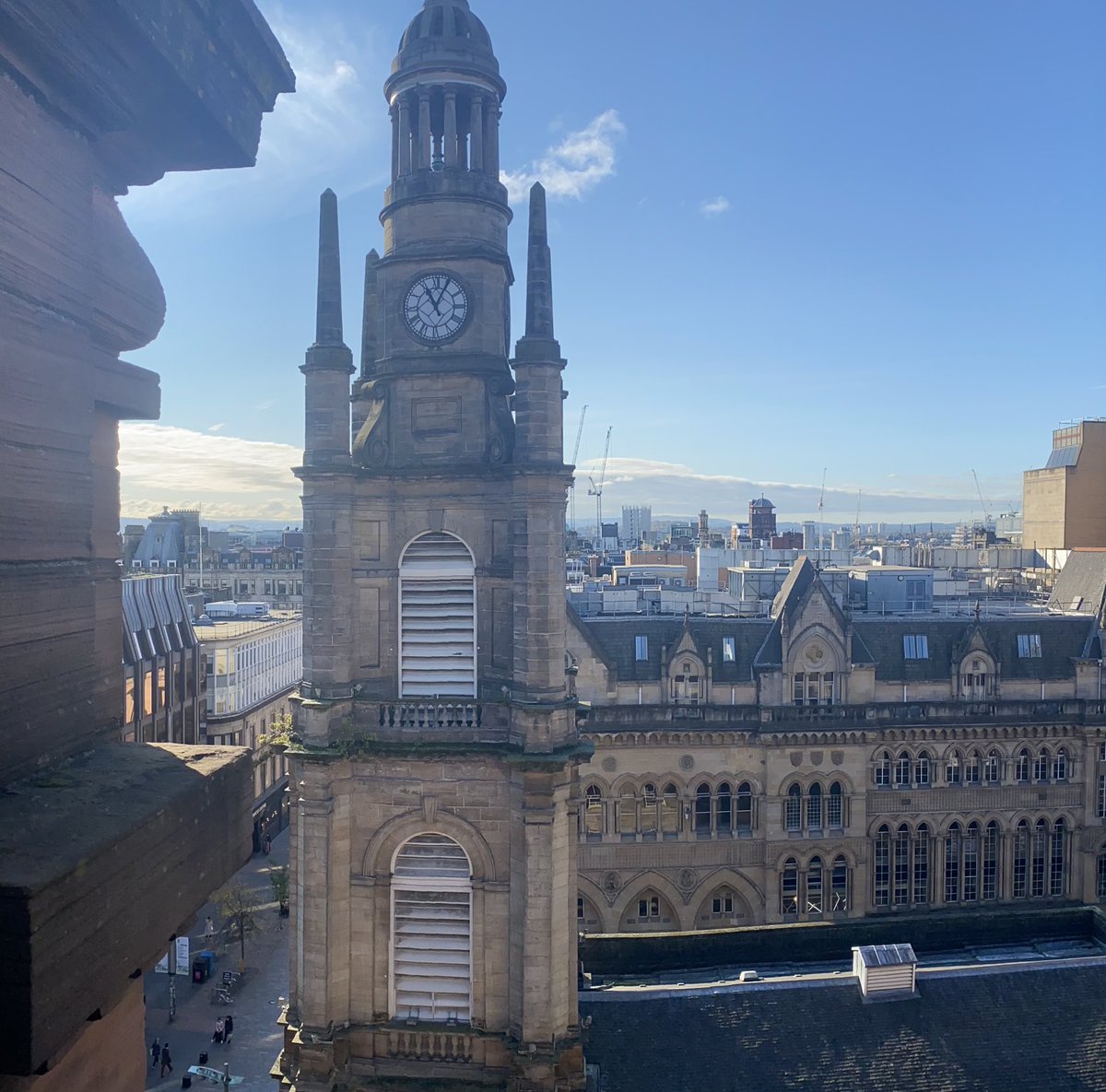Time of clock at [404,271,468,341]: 11:04
